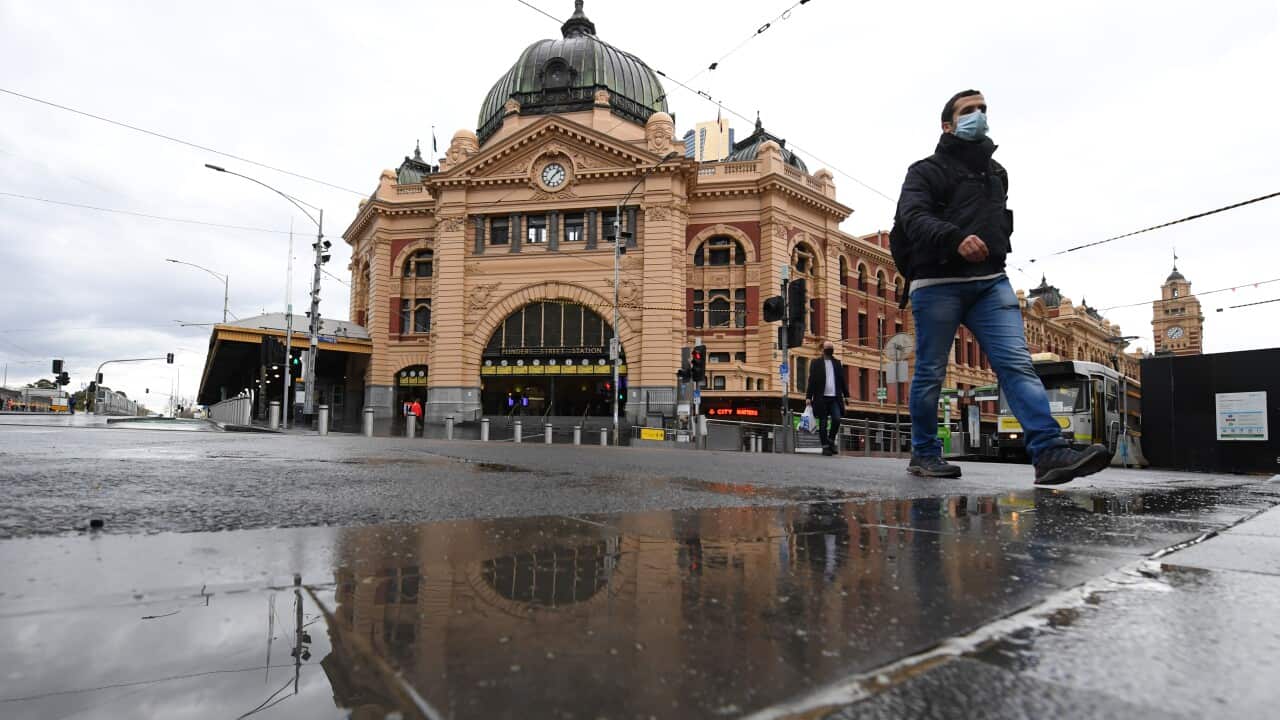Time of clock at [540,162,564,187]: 1:36
